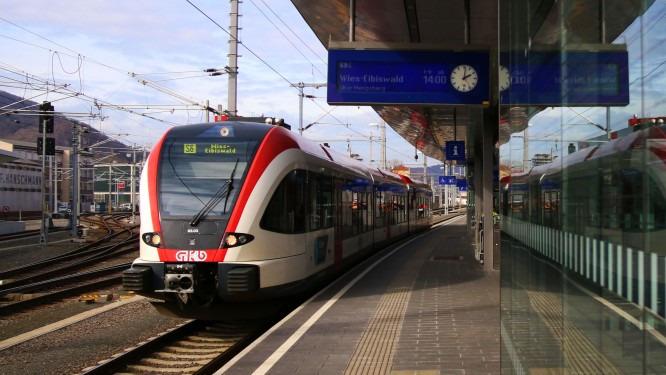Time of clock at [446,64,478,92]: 2:01
